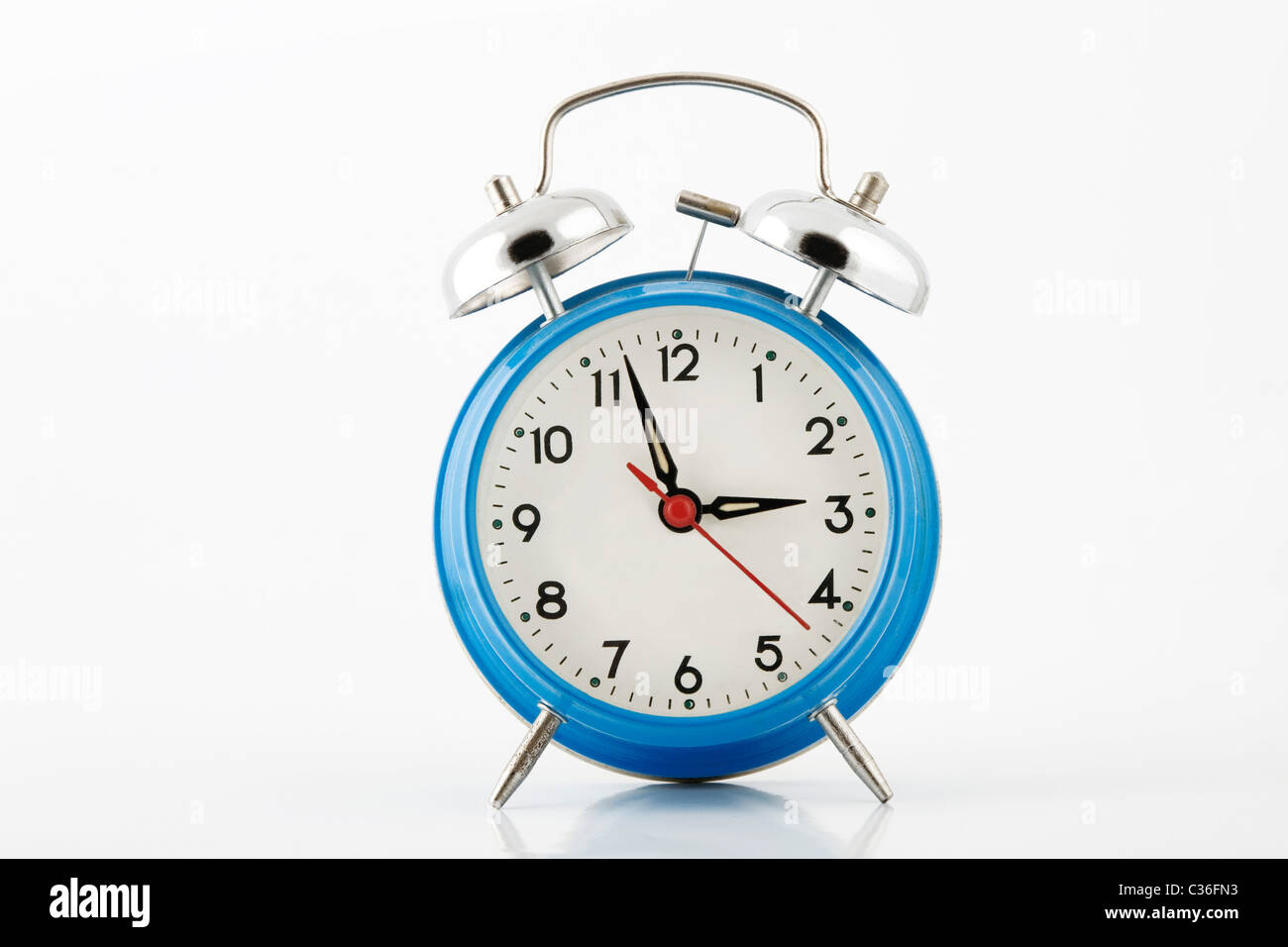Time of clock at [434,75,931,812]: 2:57
